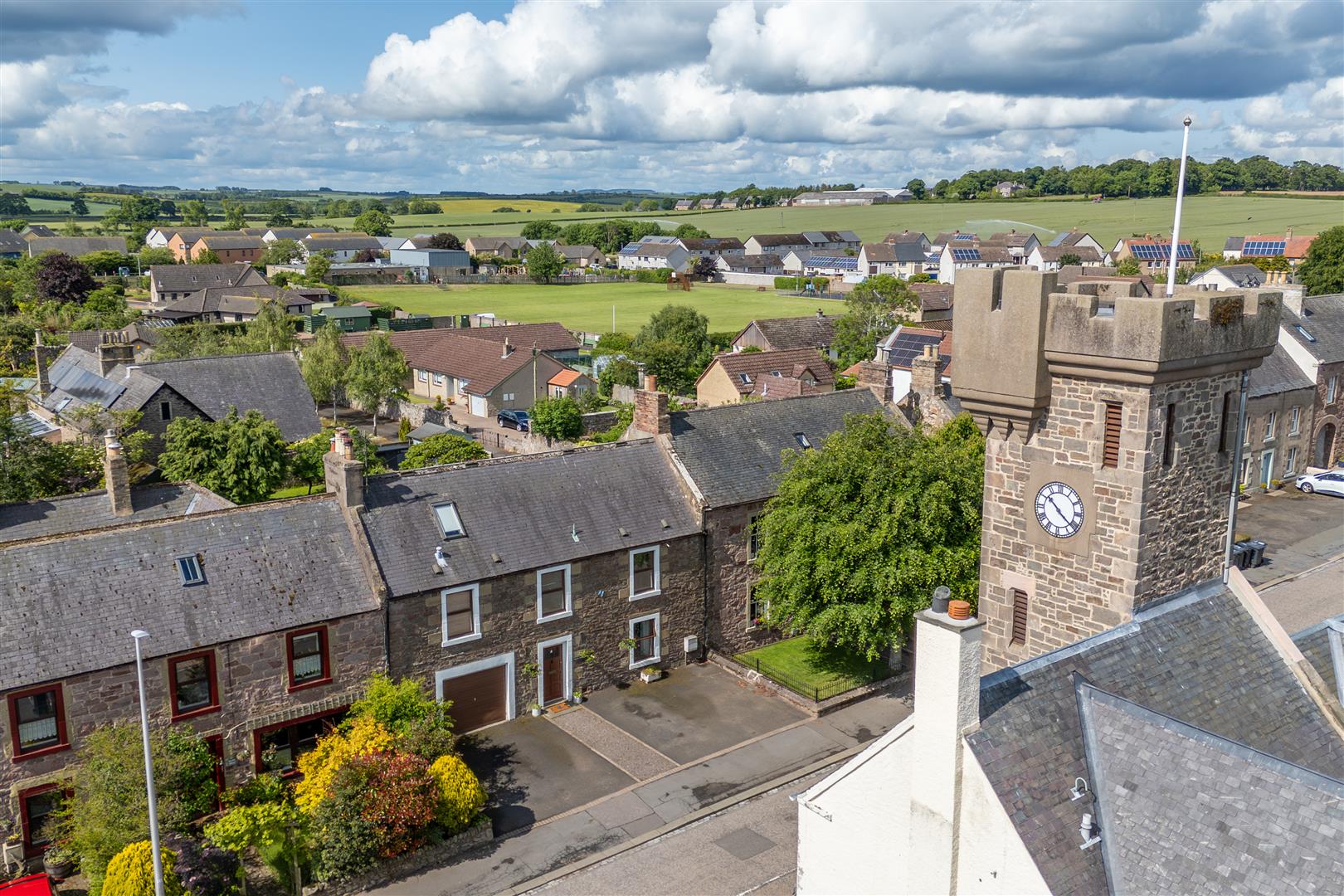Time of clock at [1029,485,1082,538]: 10:21
